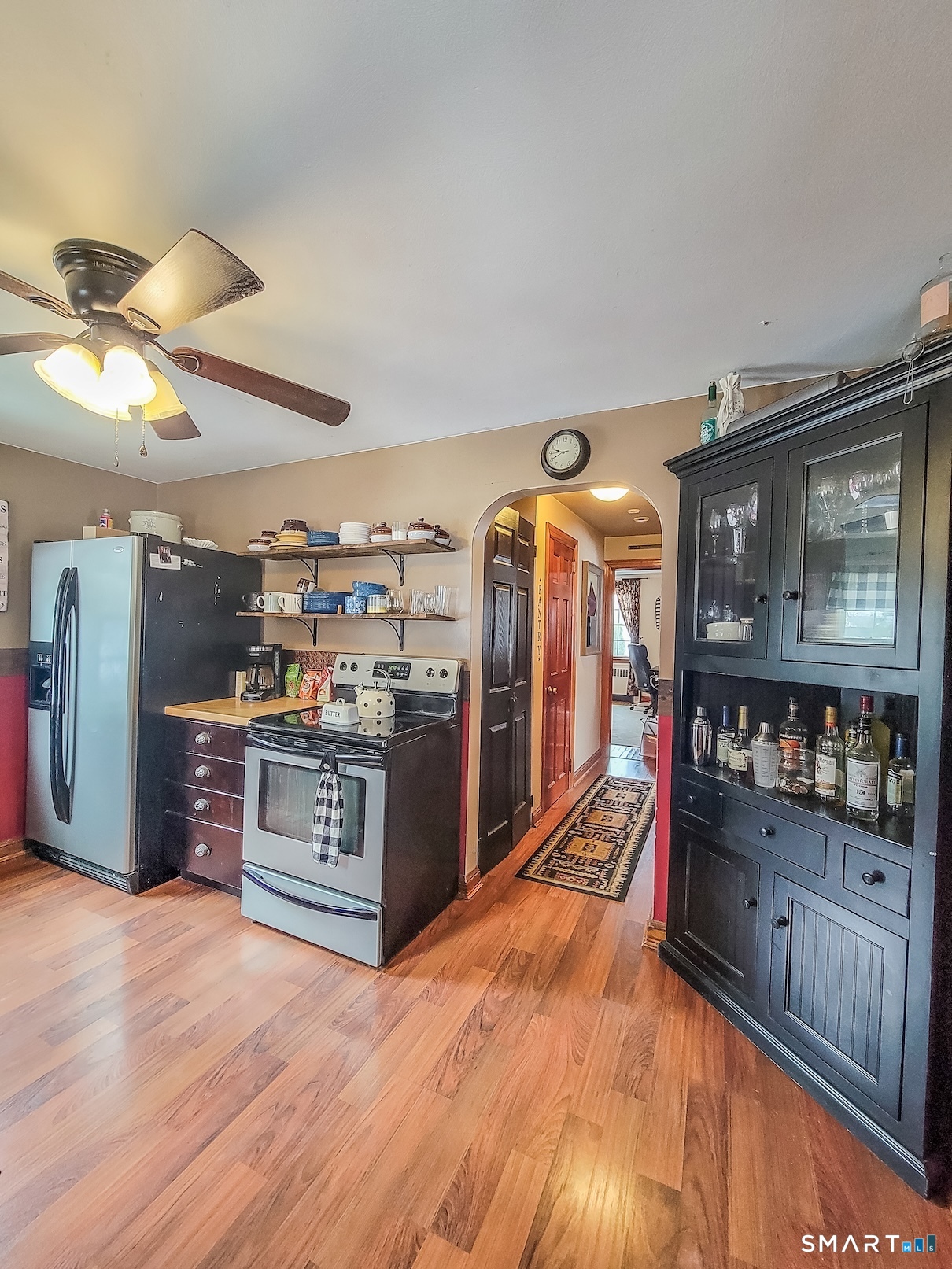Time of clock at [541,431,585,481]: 9:40
